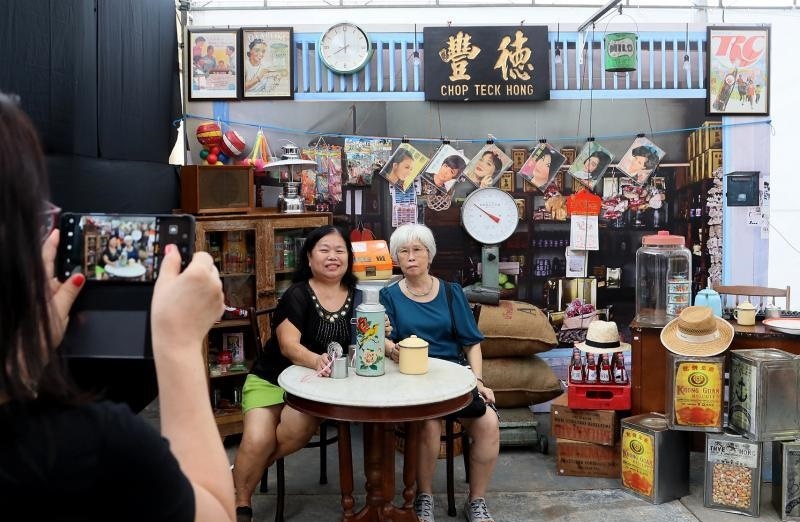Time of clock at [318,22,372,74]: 7:59
